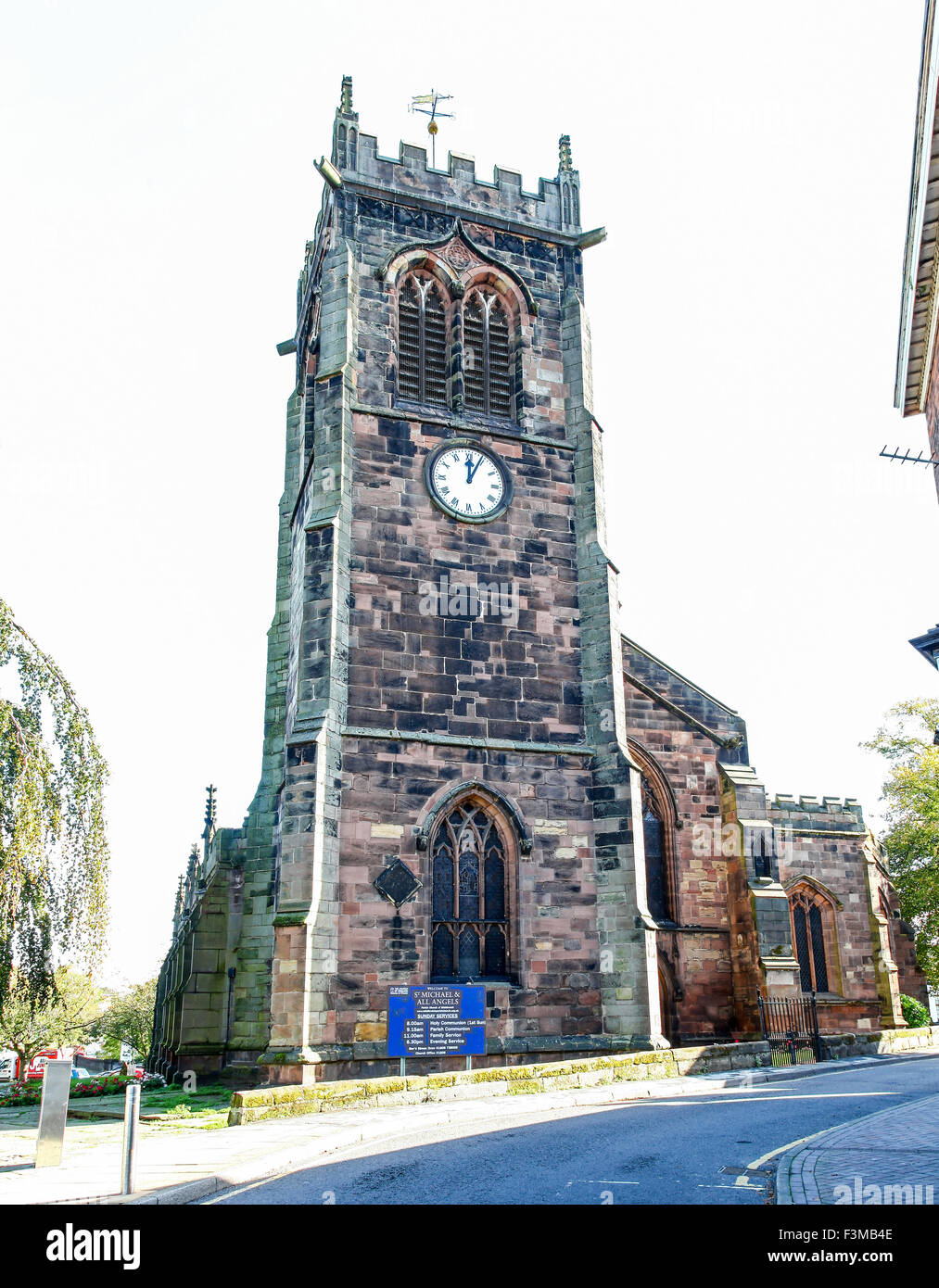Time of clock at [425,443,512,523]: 12:04
